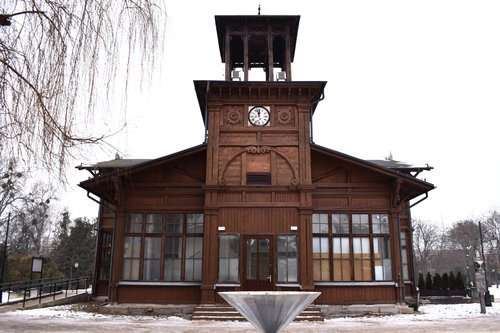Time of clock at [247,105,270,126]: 11:57
